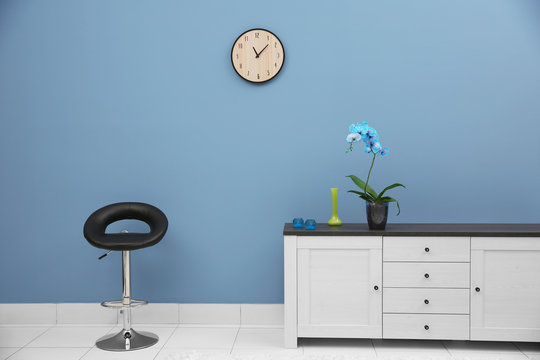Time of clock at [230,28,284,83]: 11:07
